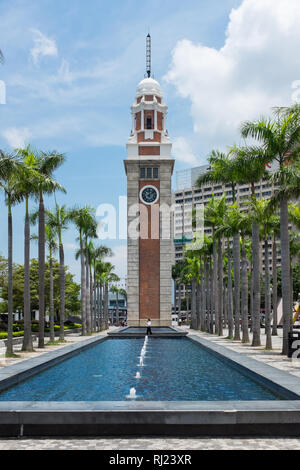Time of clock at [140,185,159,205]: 12:08
